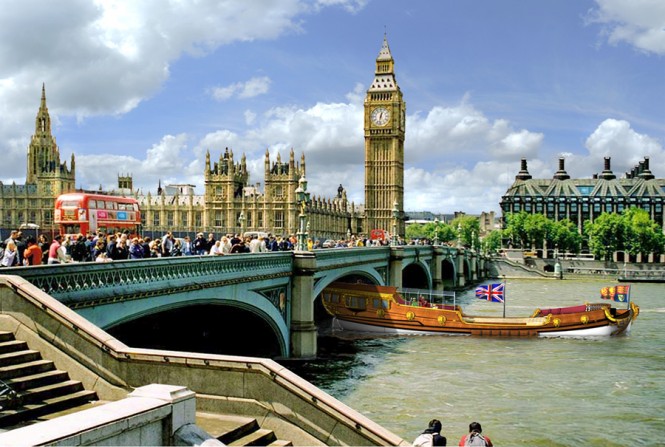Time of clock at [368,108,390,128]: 12:32
